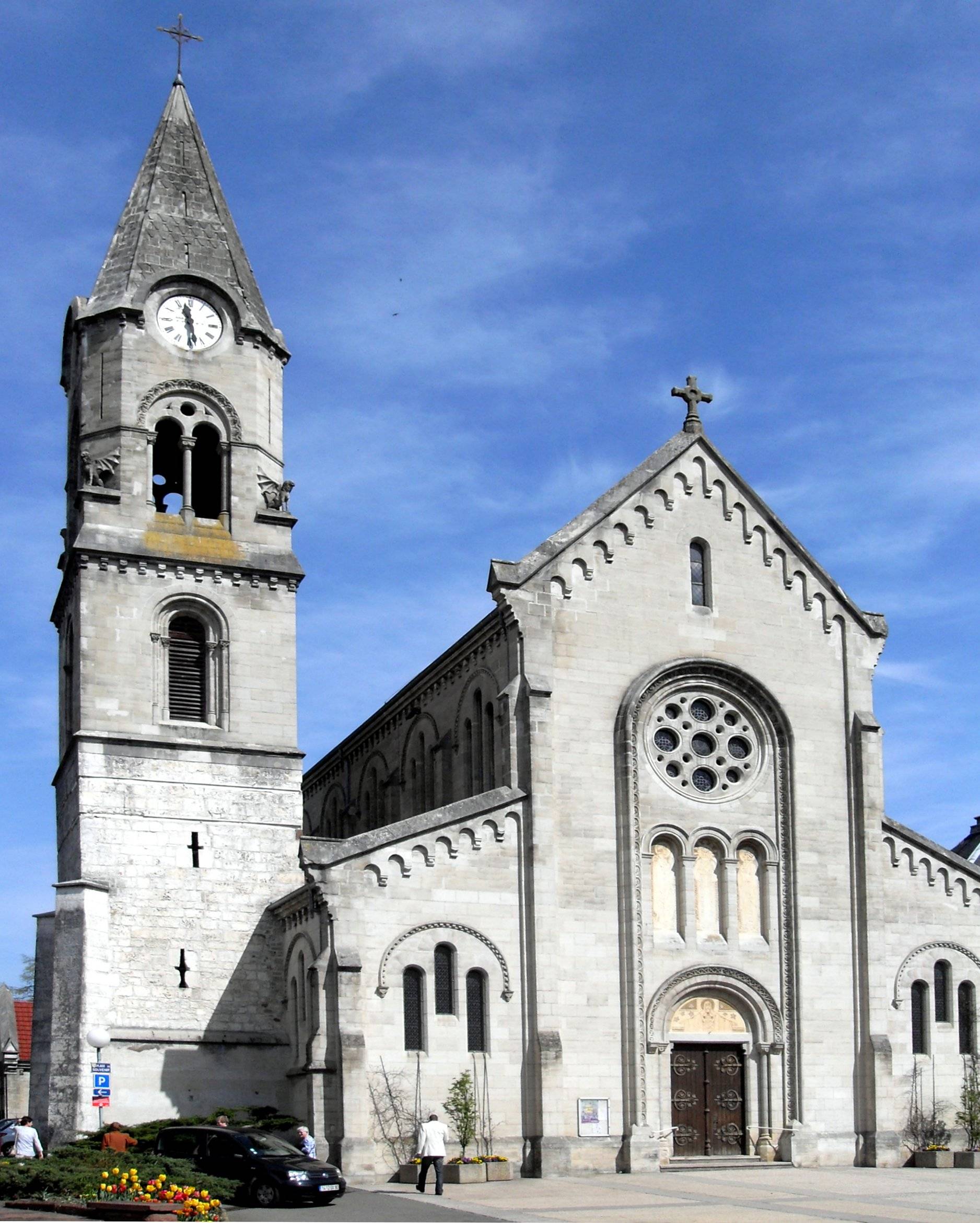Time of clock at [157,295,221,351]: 11:28
